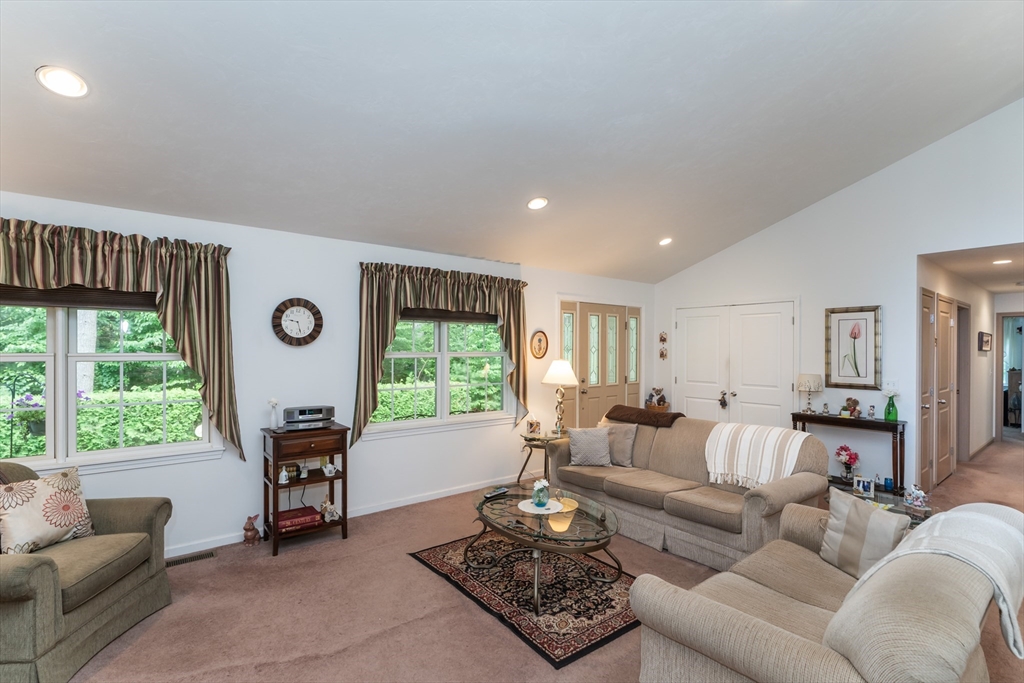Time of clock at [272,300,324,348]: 9:27
